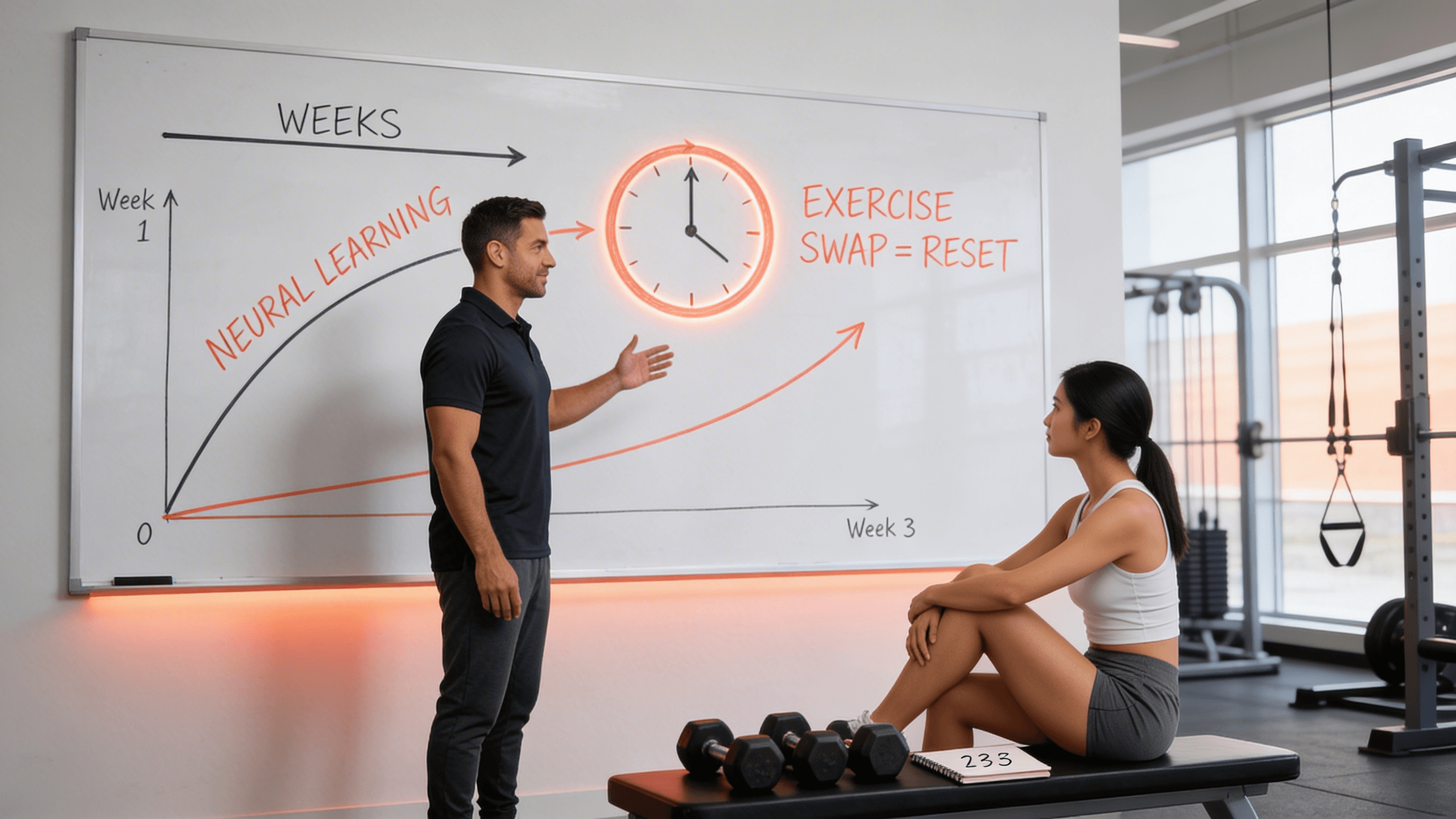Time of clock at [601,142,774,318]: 4:00
